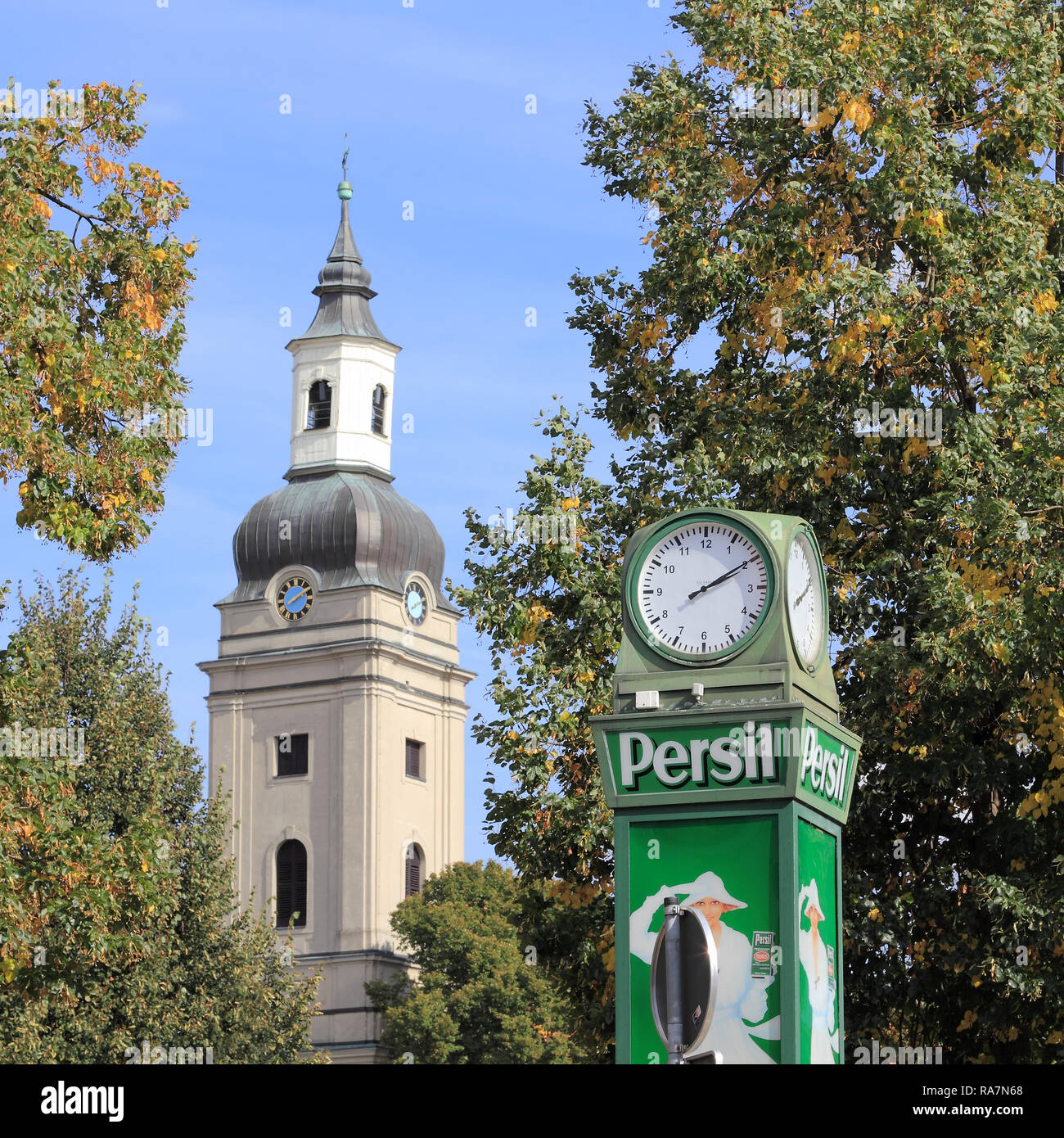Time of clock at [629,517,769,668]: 2:09
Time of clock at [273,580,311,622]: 2:09
